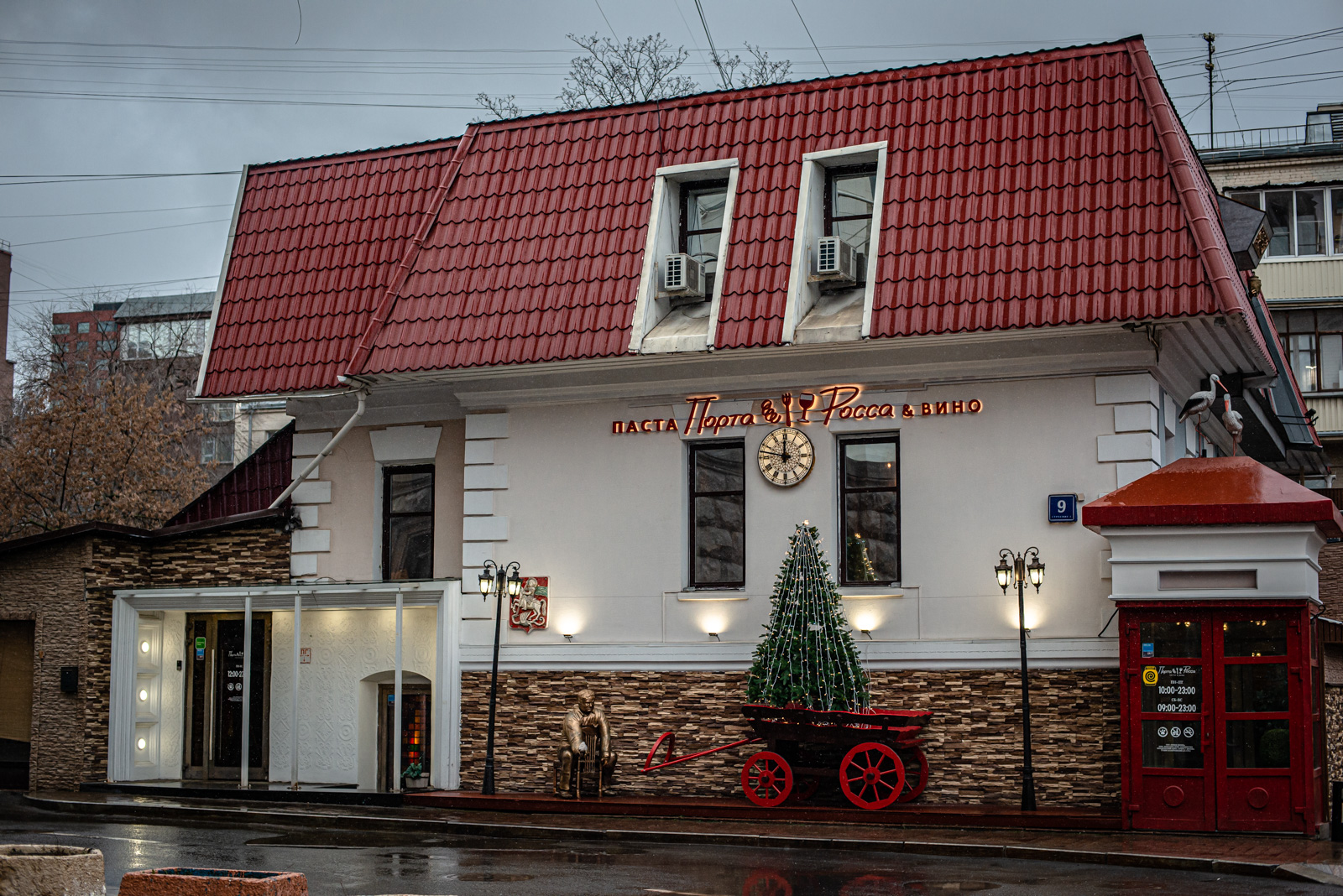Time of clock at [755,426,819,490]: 11:47
